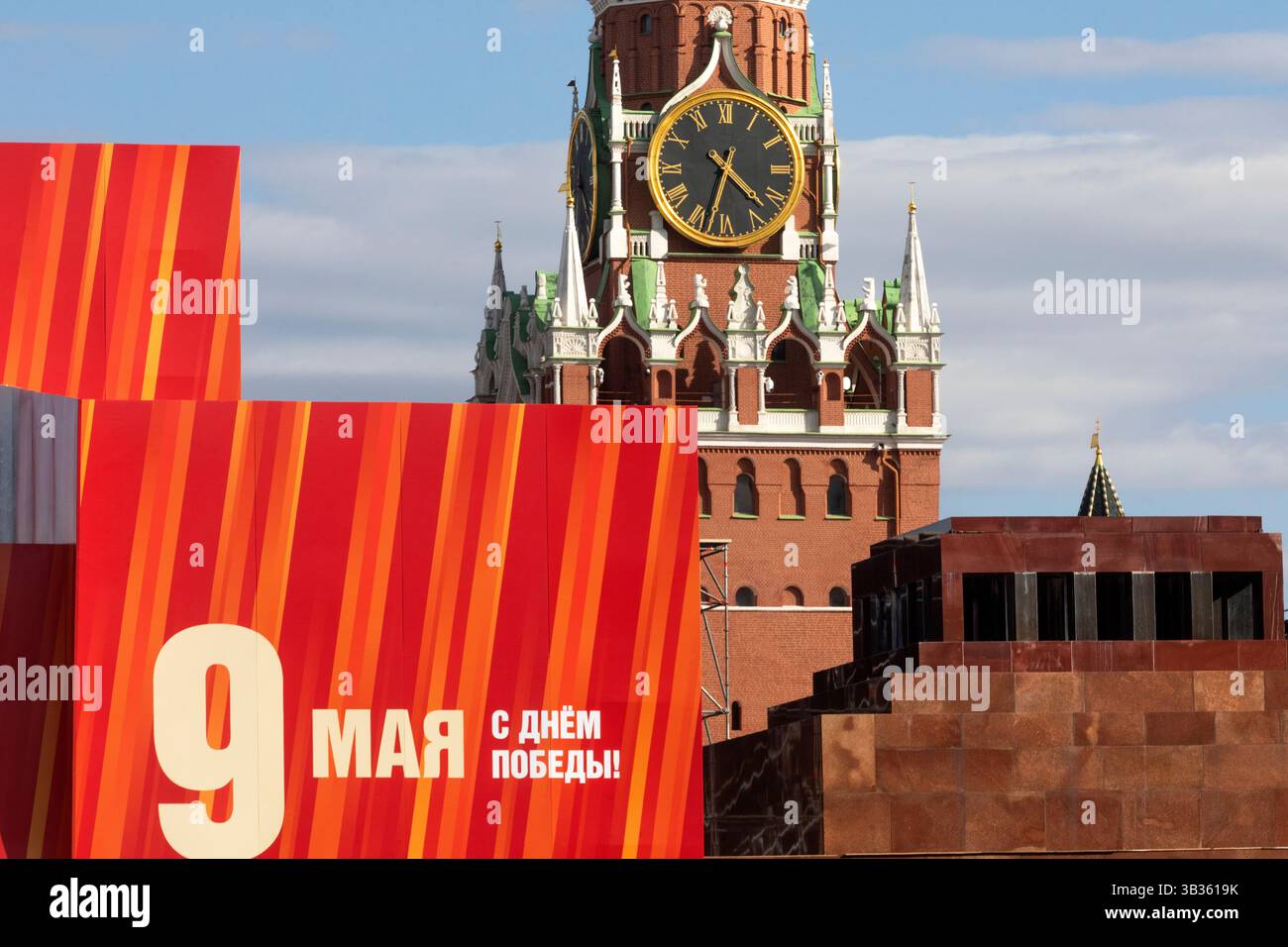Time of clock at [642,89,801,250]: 4:33
